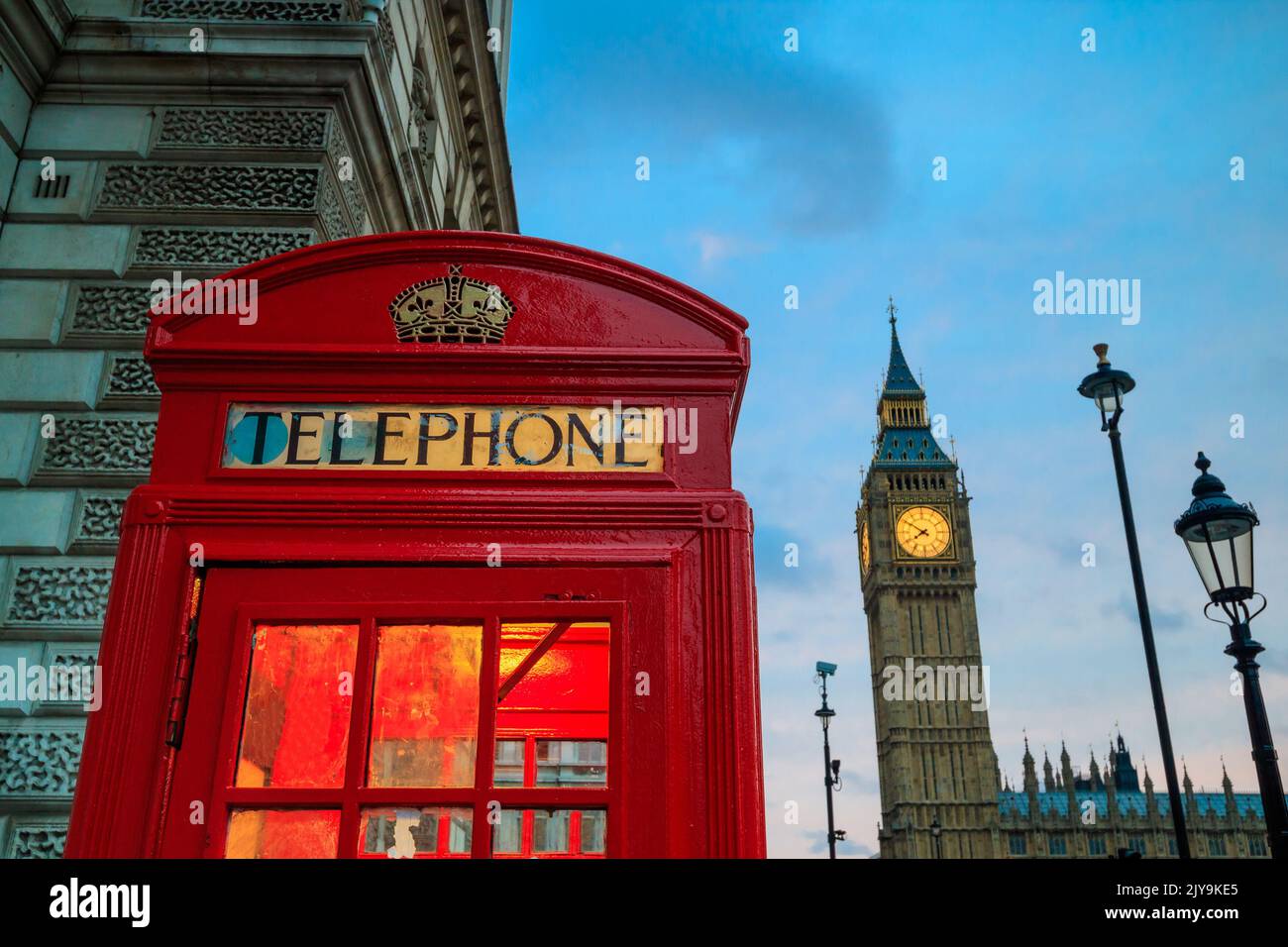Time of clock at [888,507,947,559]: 7:50
